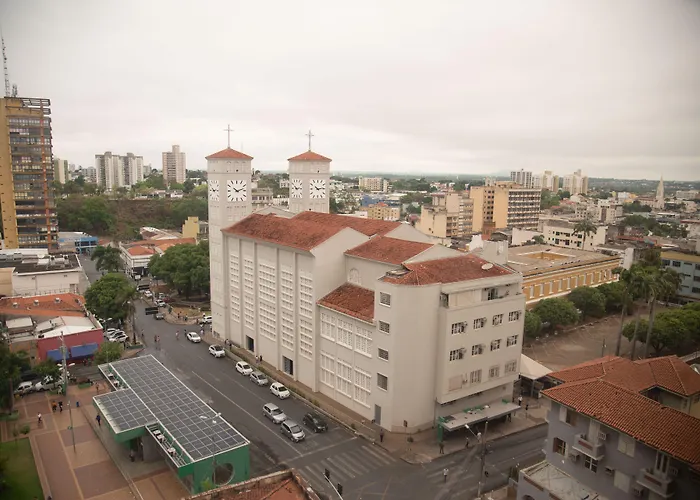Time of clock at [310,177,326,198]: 10:13
